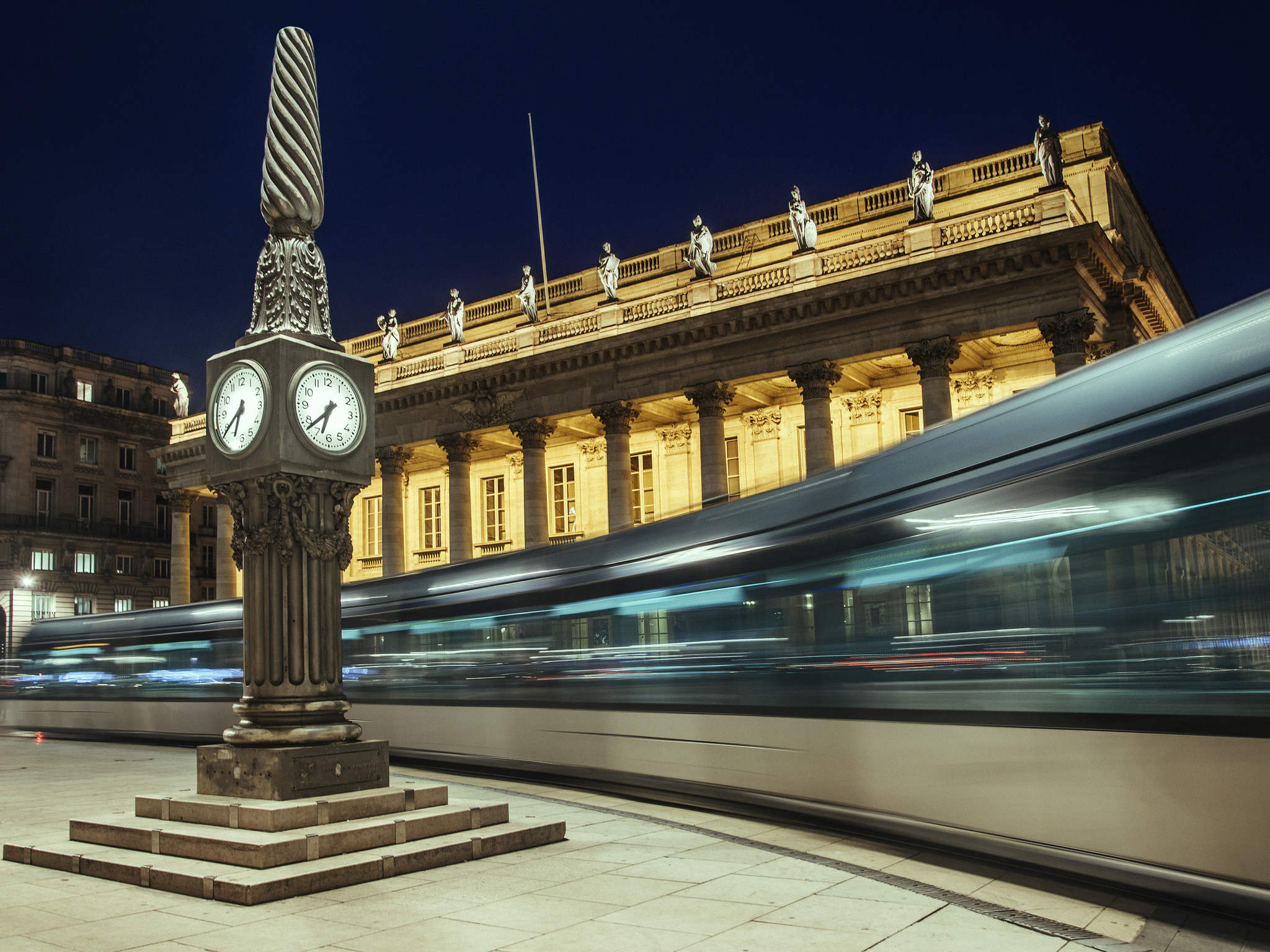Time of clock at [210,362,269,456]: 6:38
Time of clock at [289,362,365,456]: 6:38
